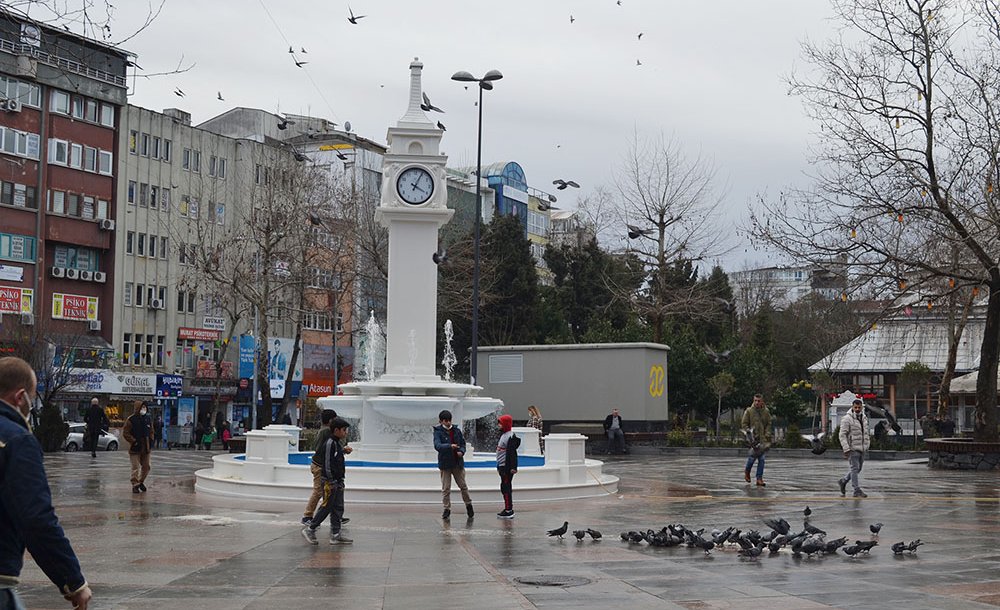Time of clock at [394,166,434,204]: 4:04
